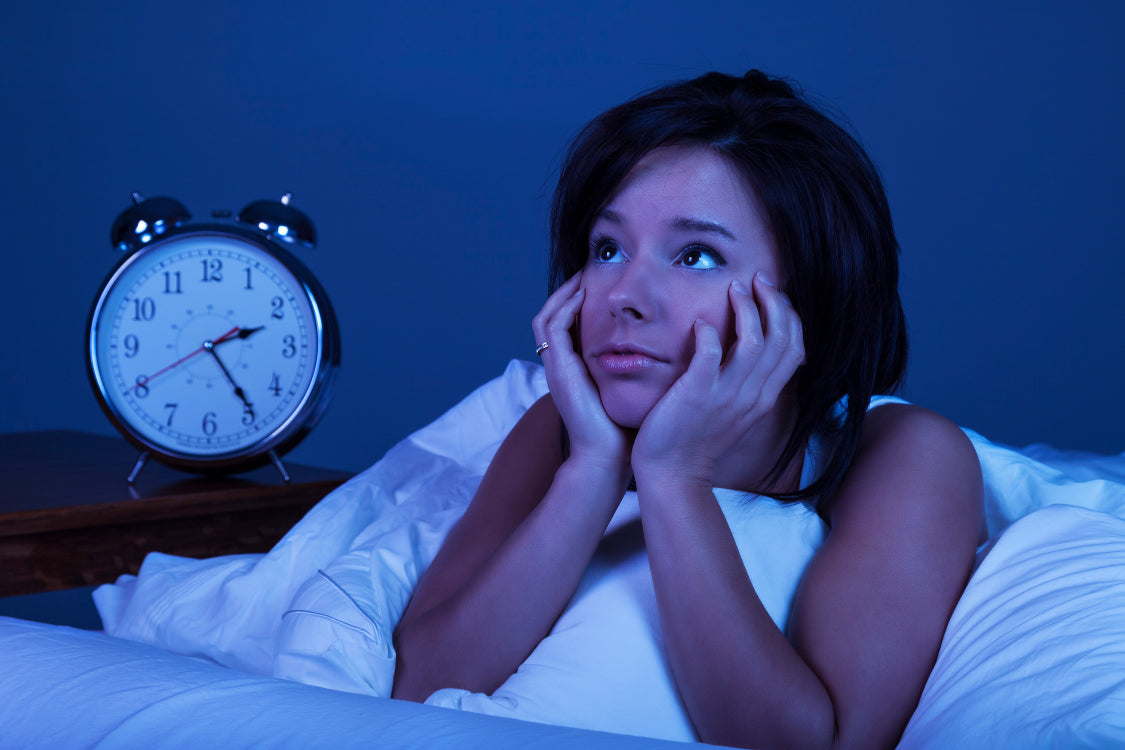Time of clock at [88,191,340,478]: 2:24
